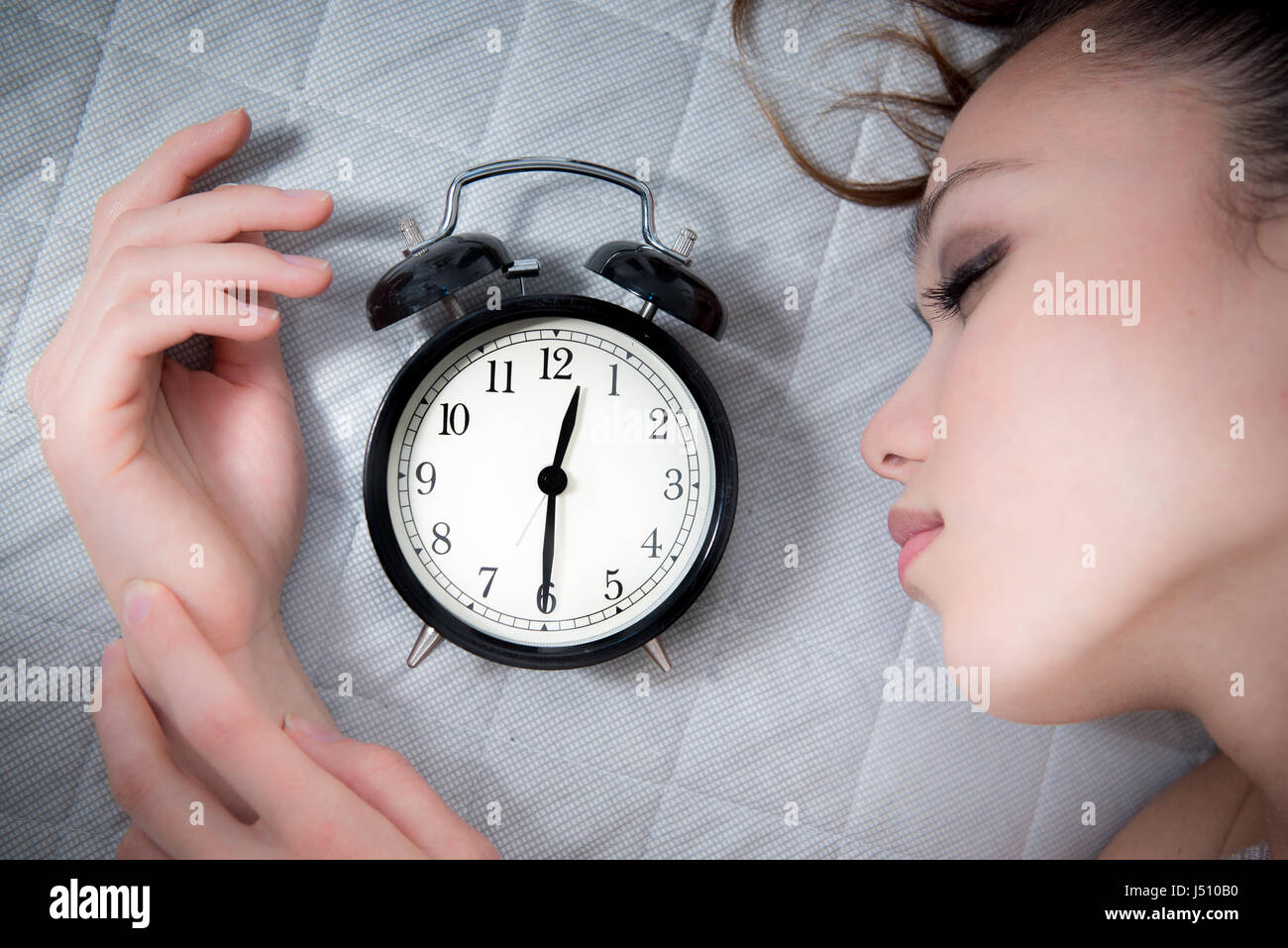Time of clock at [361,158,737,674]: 12:30
